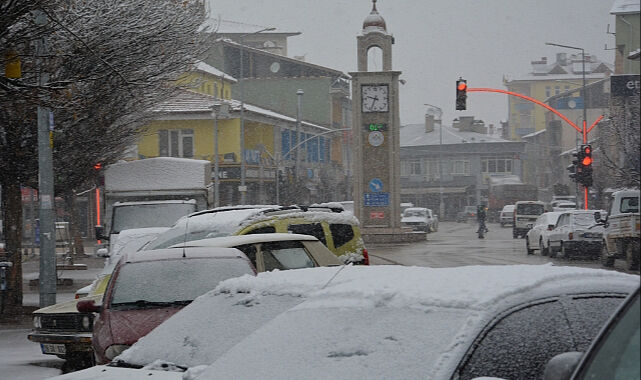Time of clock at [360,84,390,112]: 9:34
